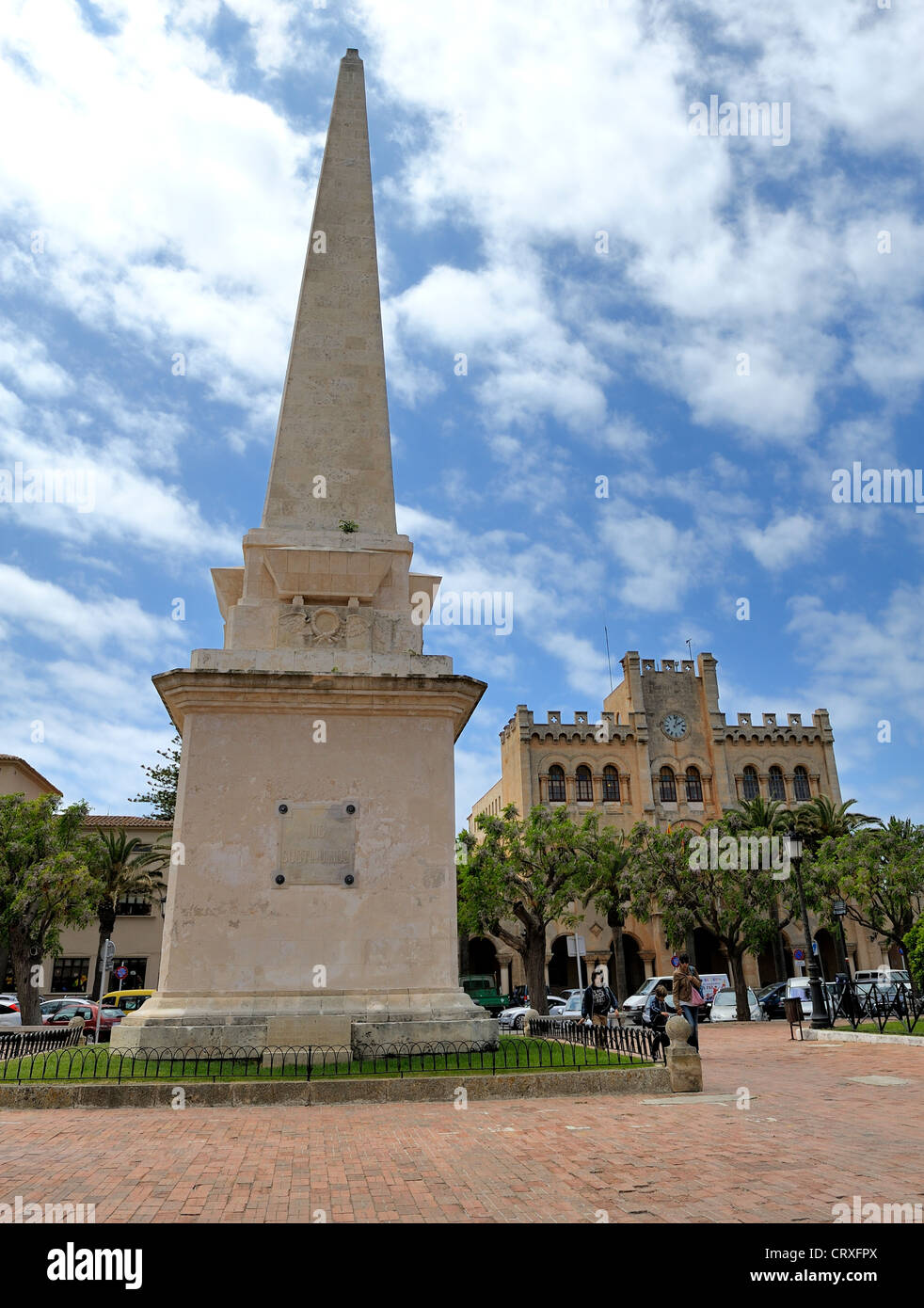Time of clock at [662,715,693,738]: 2:02
